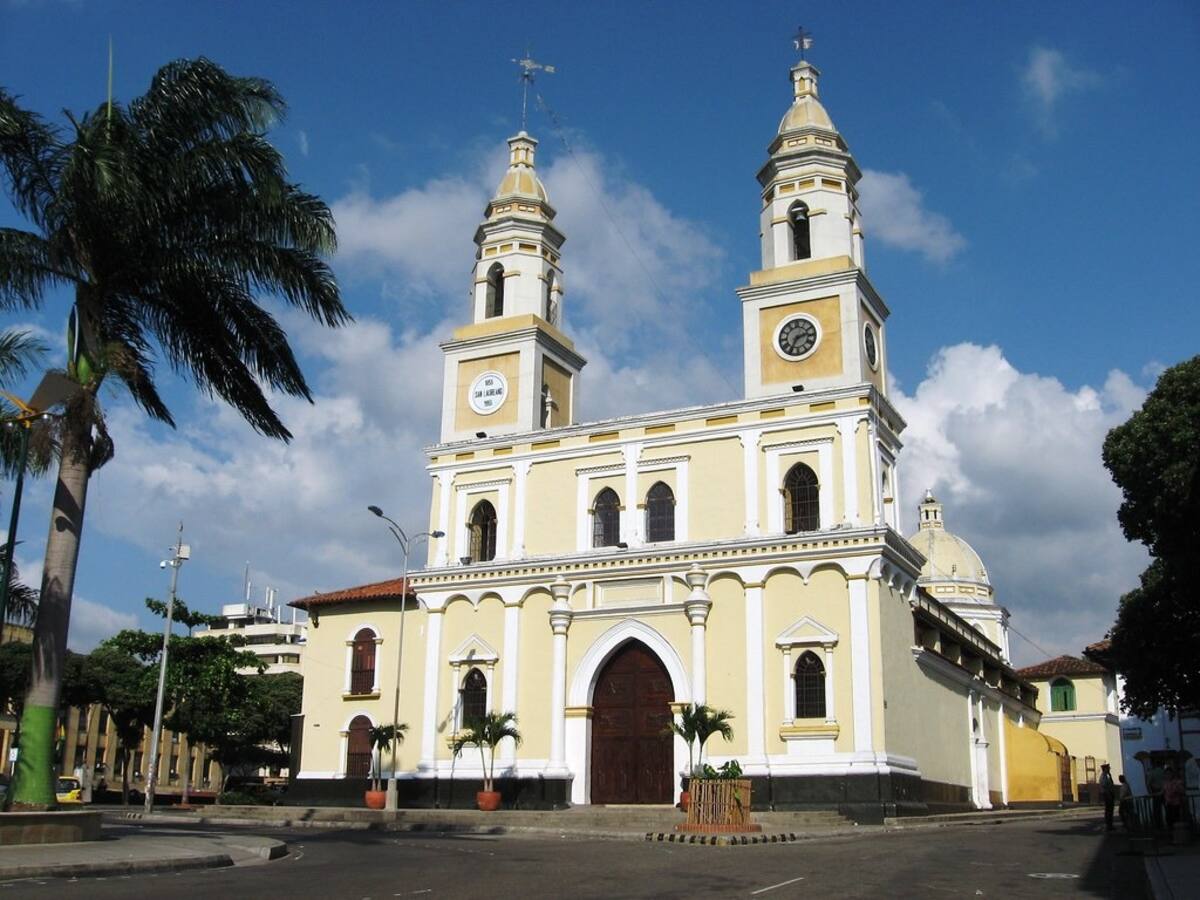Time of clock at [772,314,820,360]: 2:35
